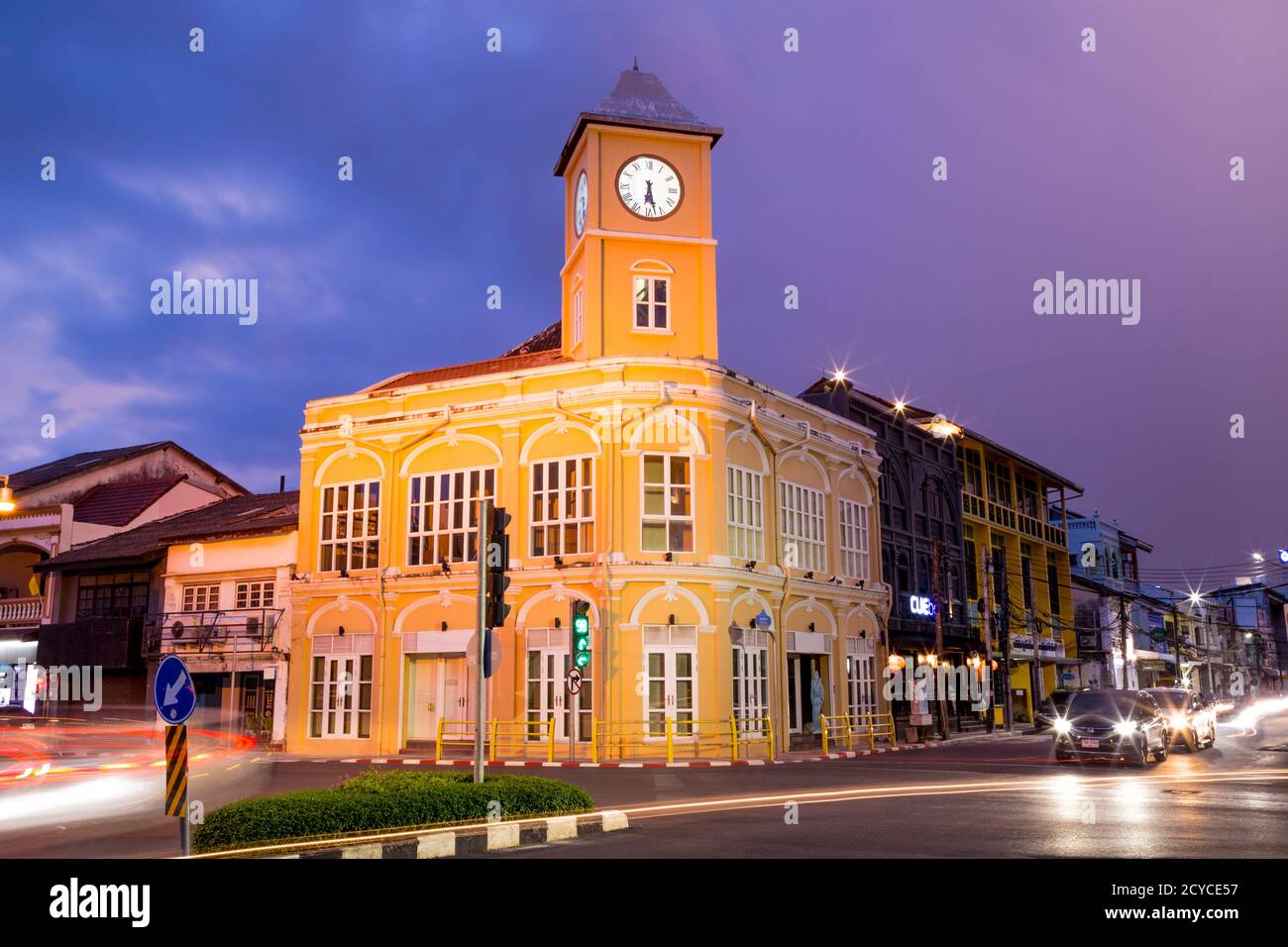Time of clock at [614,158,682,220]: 6:27
